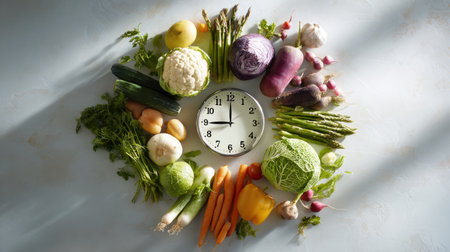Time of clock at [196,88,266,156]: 8:59
